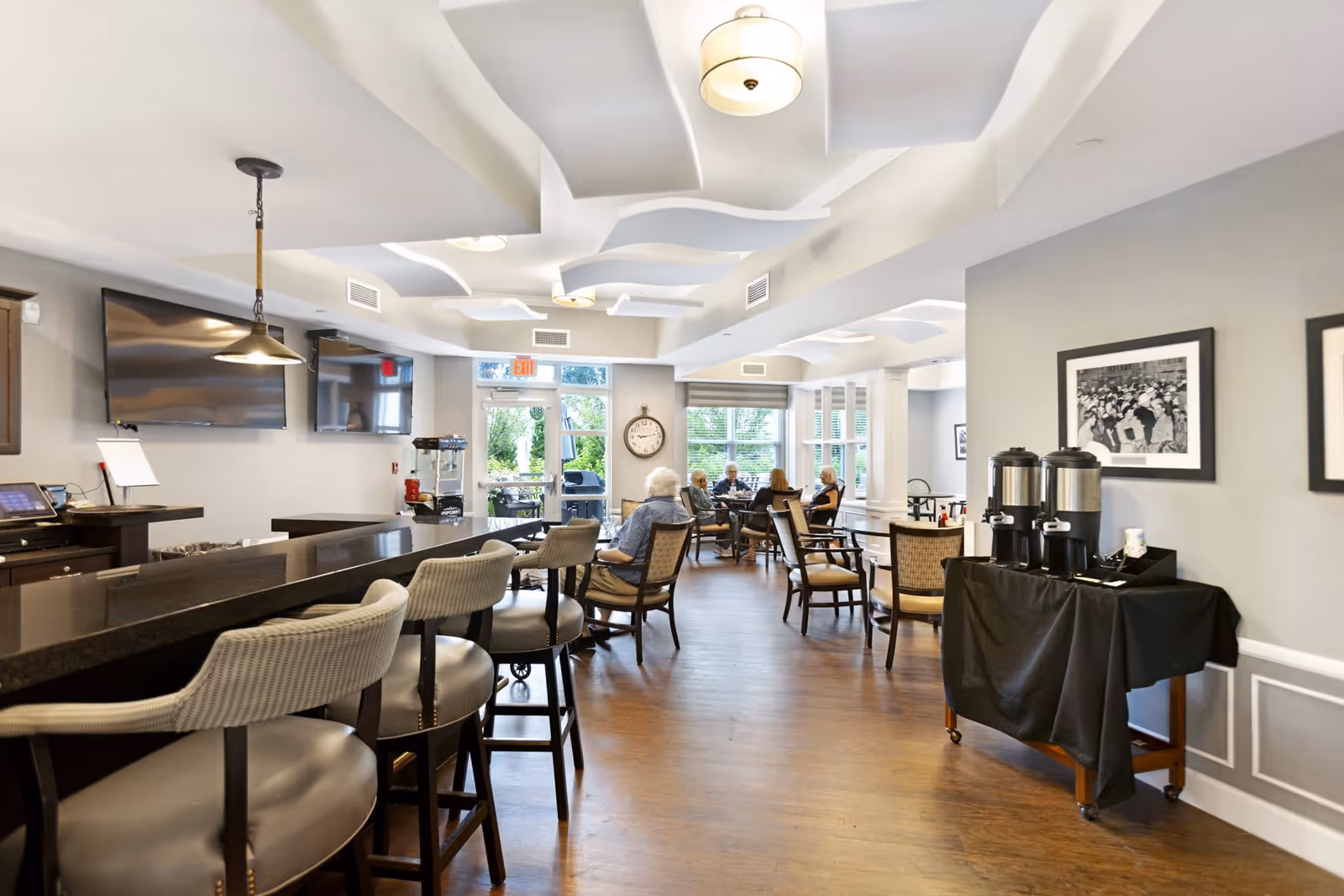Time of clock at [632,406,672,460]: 9:13
